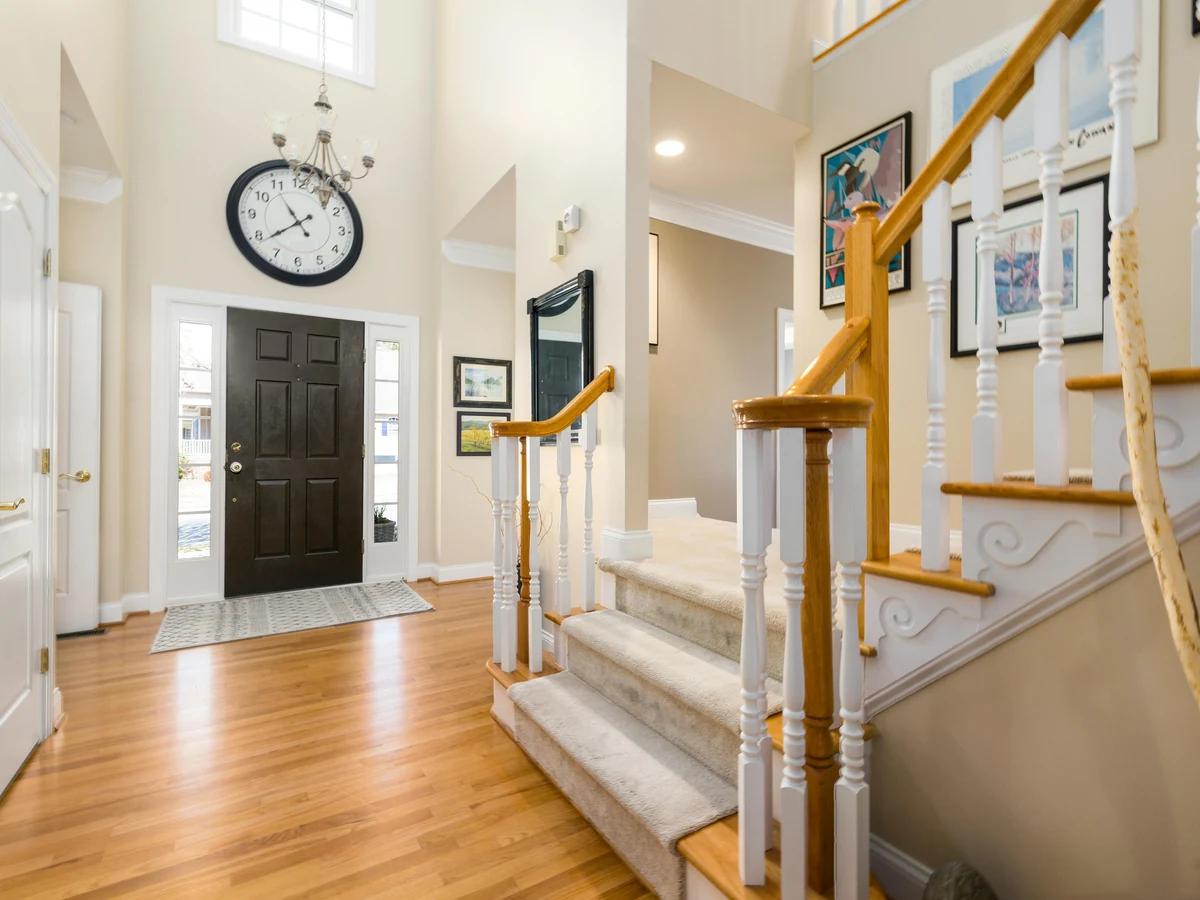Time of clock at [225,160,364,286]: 10:38
